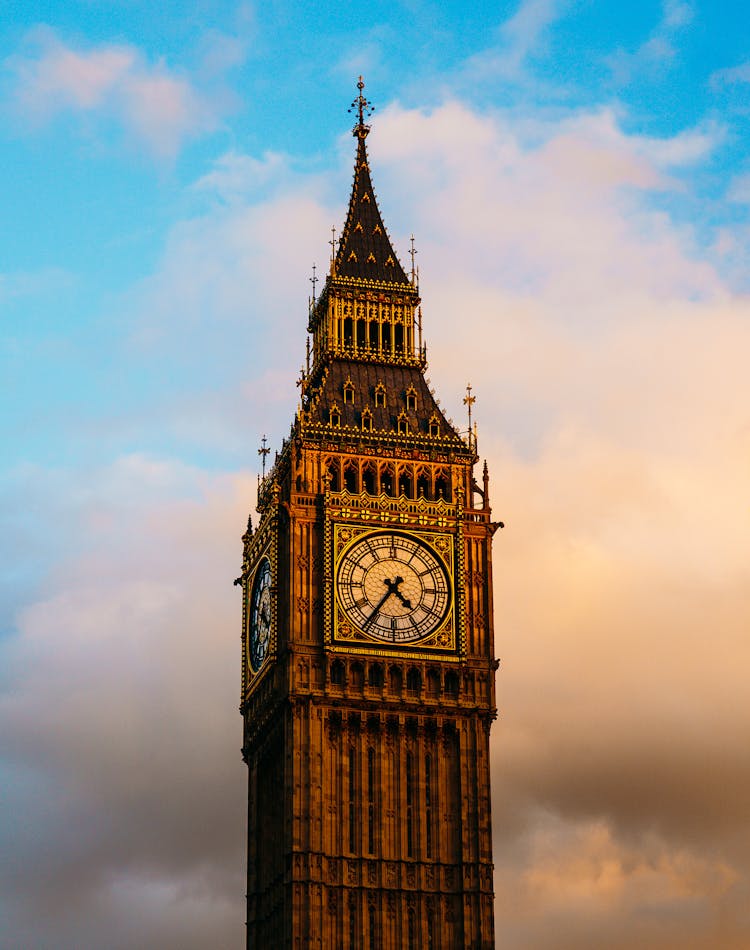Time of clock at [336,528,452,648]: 4:35
